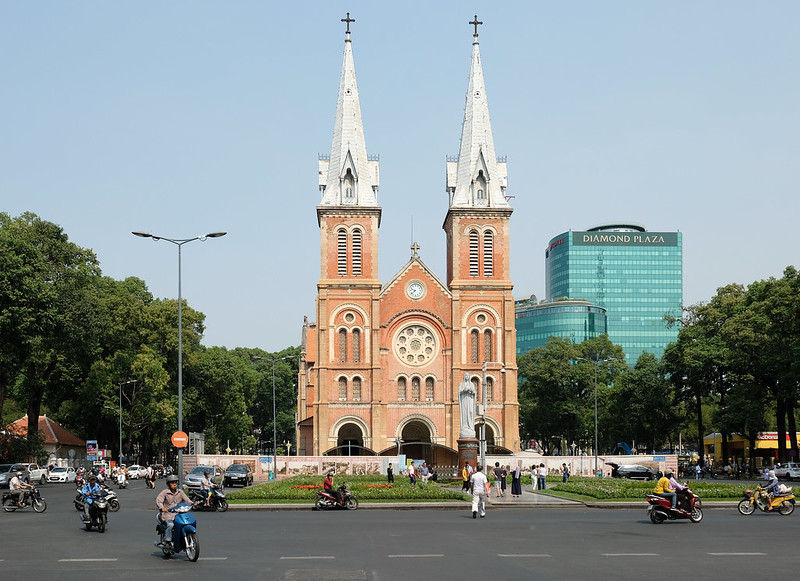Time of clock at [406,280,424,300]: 9:38
